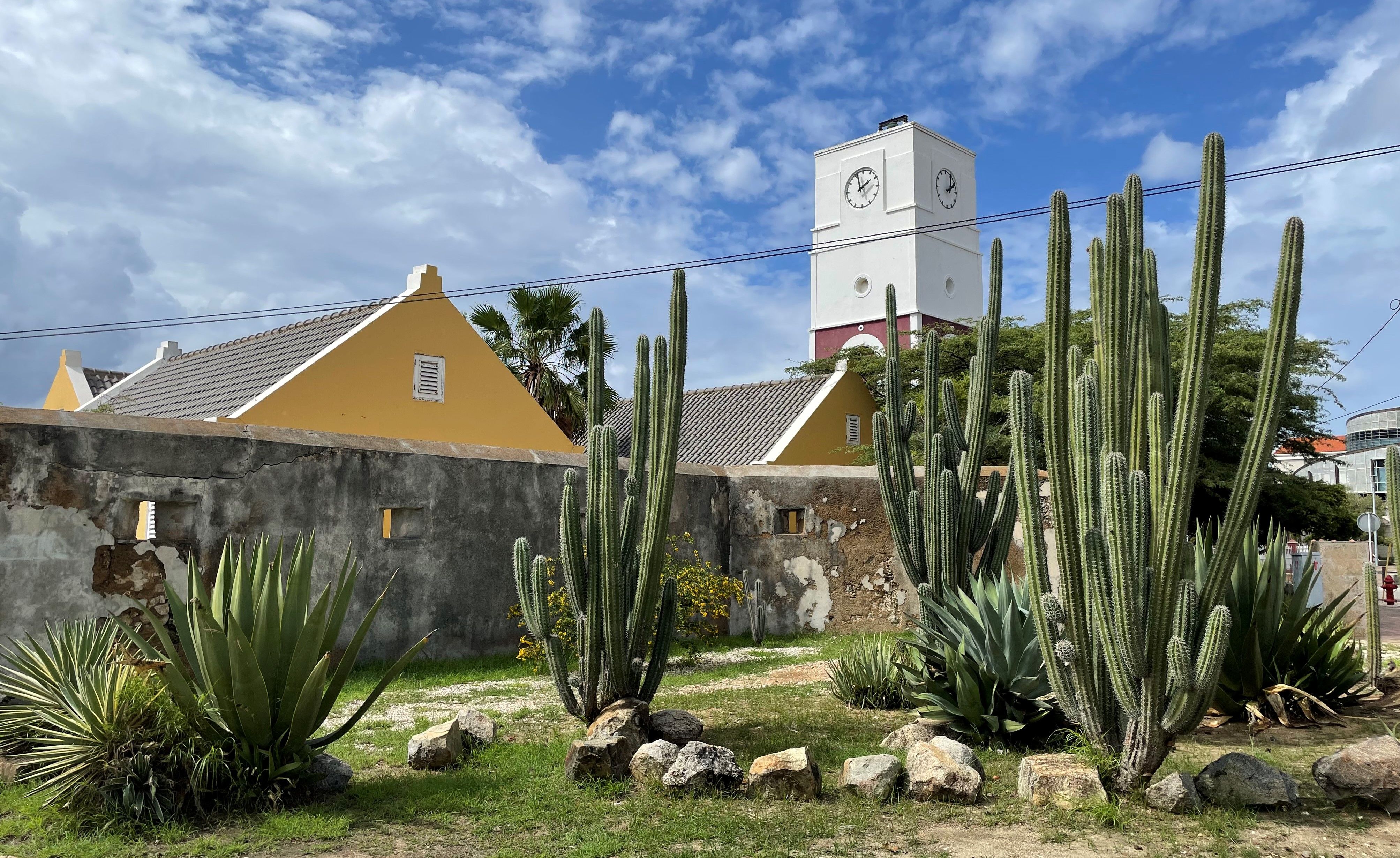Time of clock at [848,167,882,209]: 1:56
